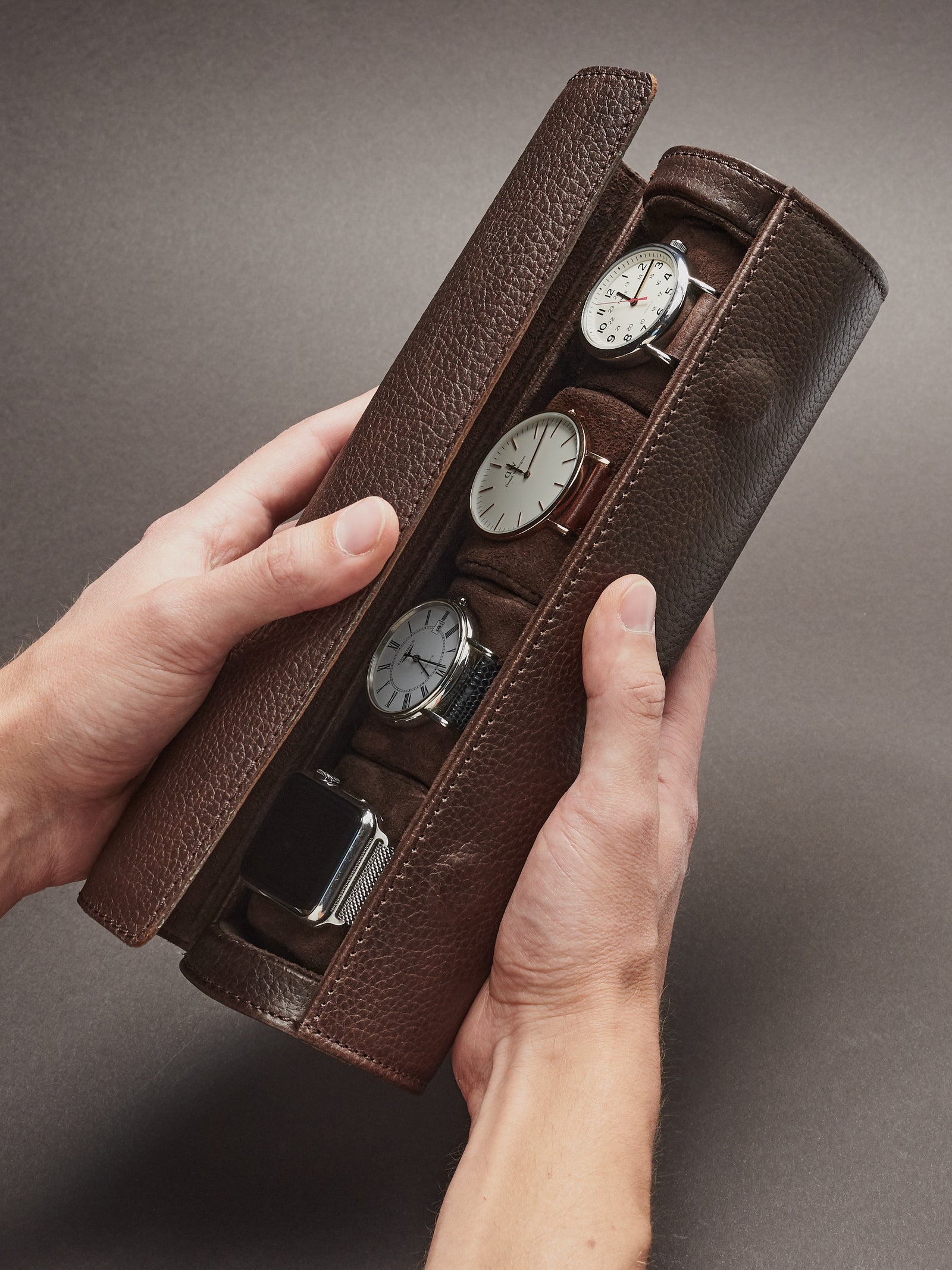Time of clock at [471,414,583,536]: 10:02
